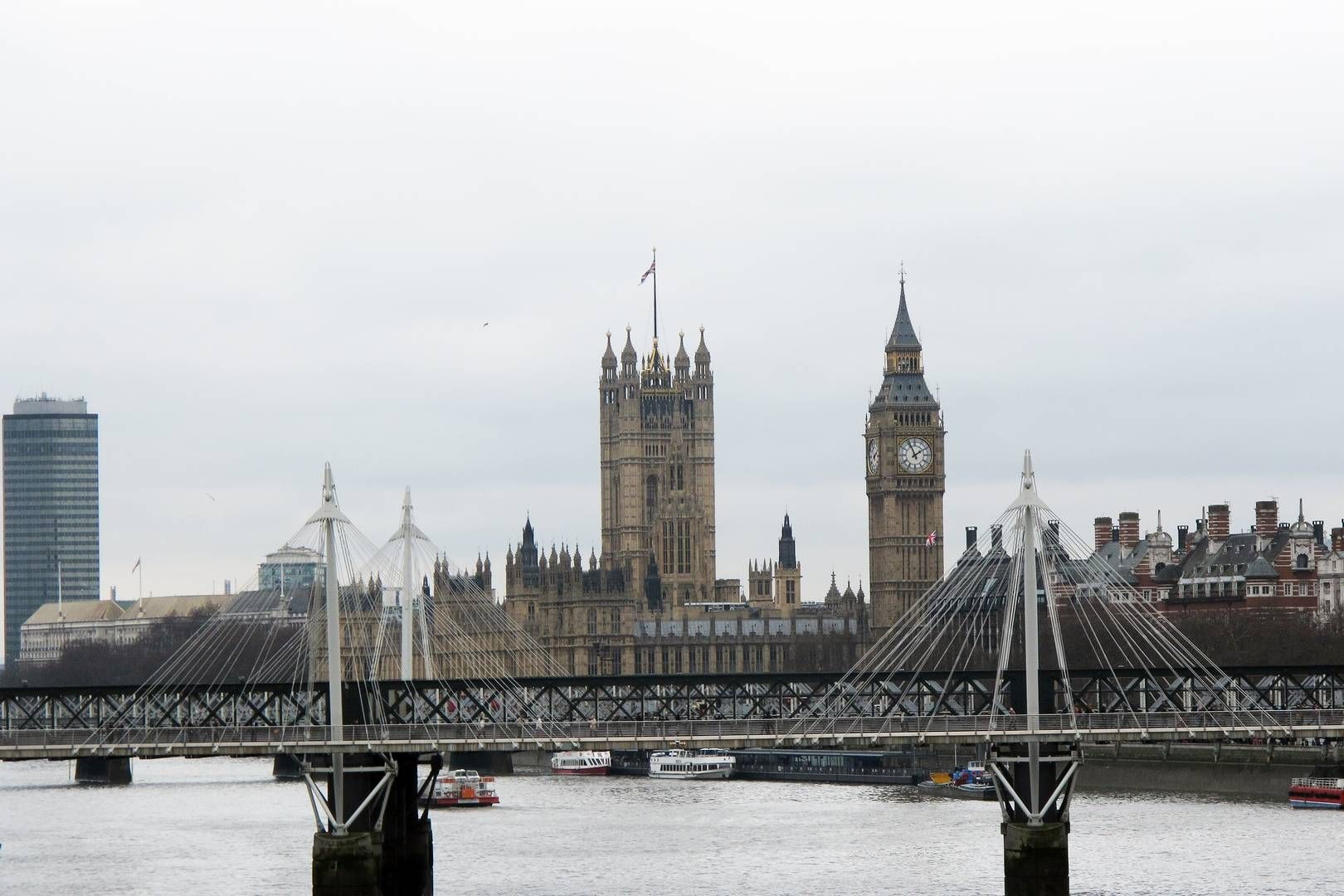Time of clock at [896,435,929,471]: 1:56
